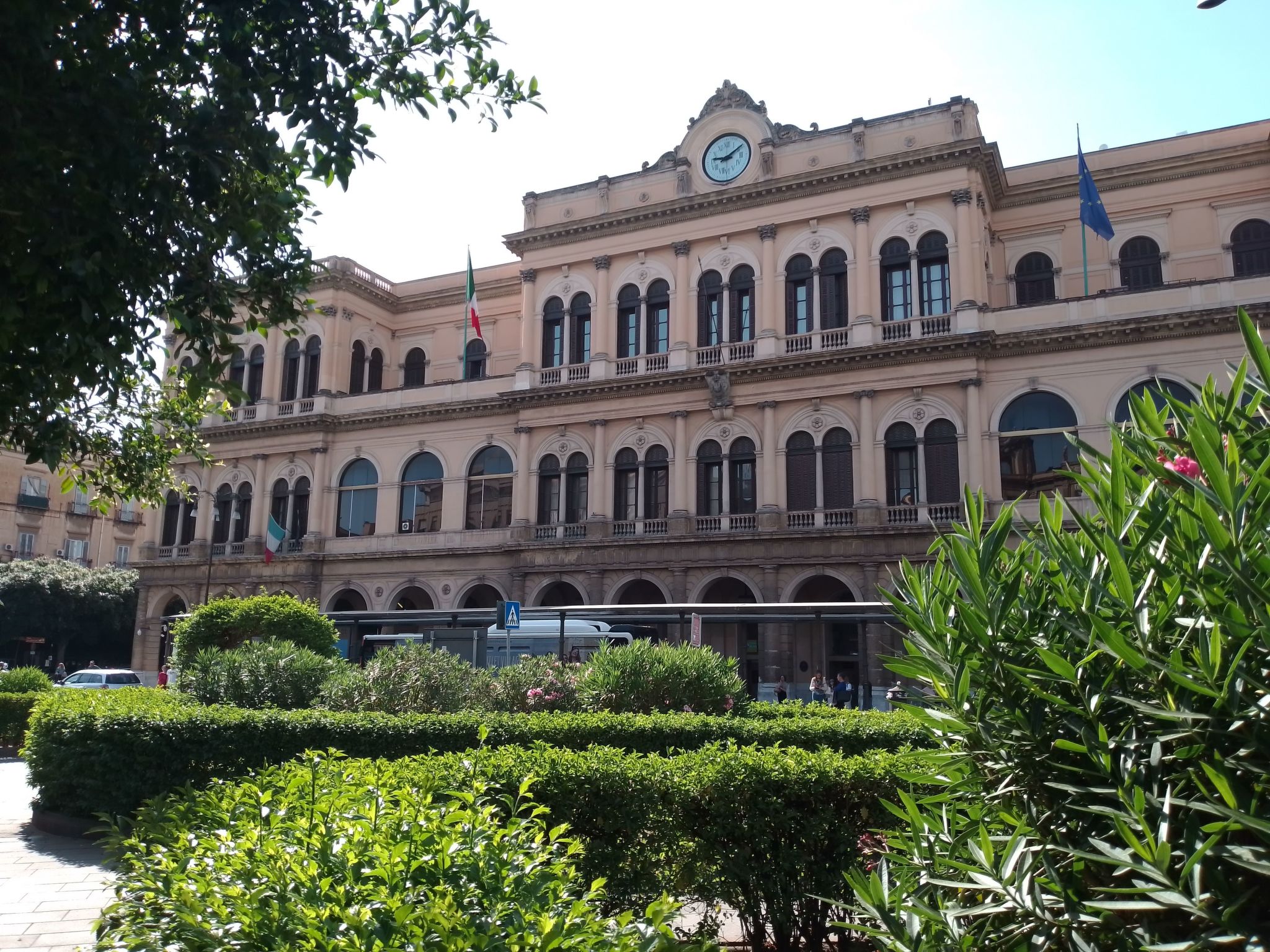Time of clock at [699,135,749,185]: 9:09
